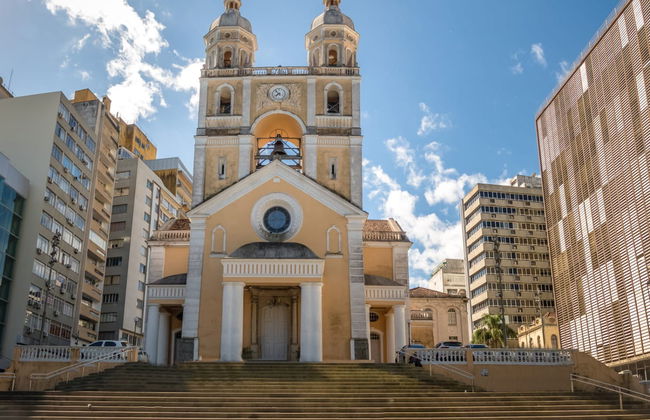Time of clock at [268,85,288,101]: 7:53
